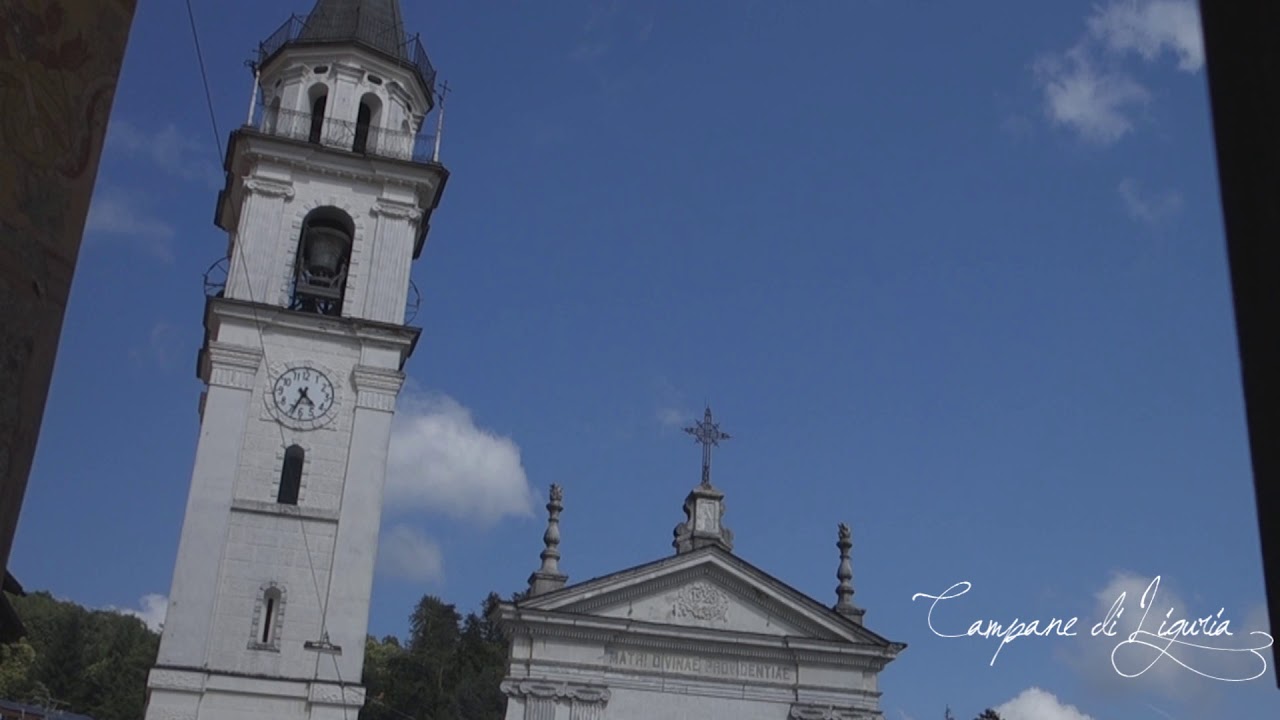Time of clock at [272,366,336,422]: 4:33
